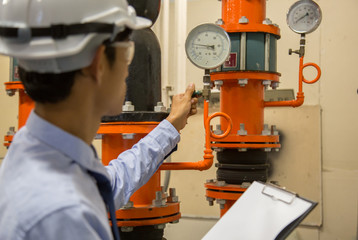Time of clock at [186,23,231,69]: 4:46
